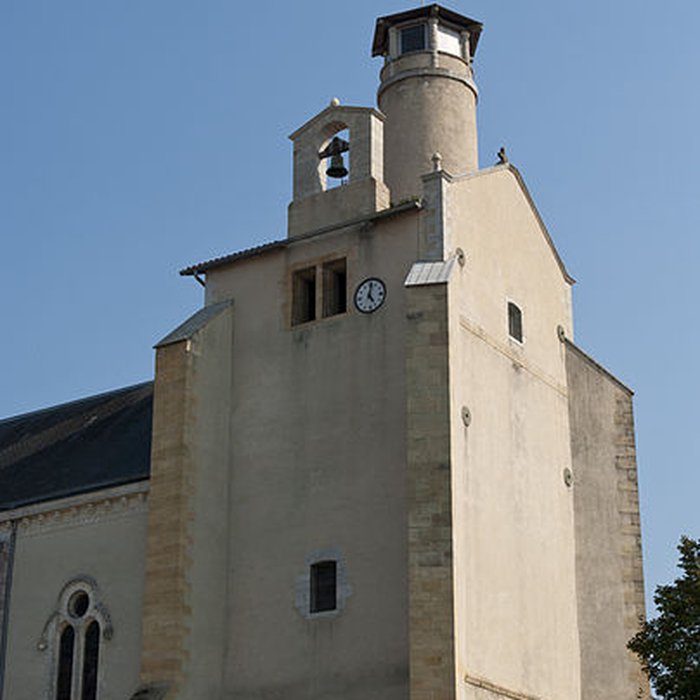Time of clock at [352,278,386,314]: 5:01
